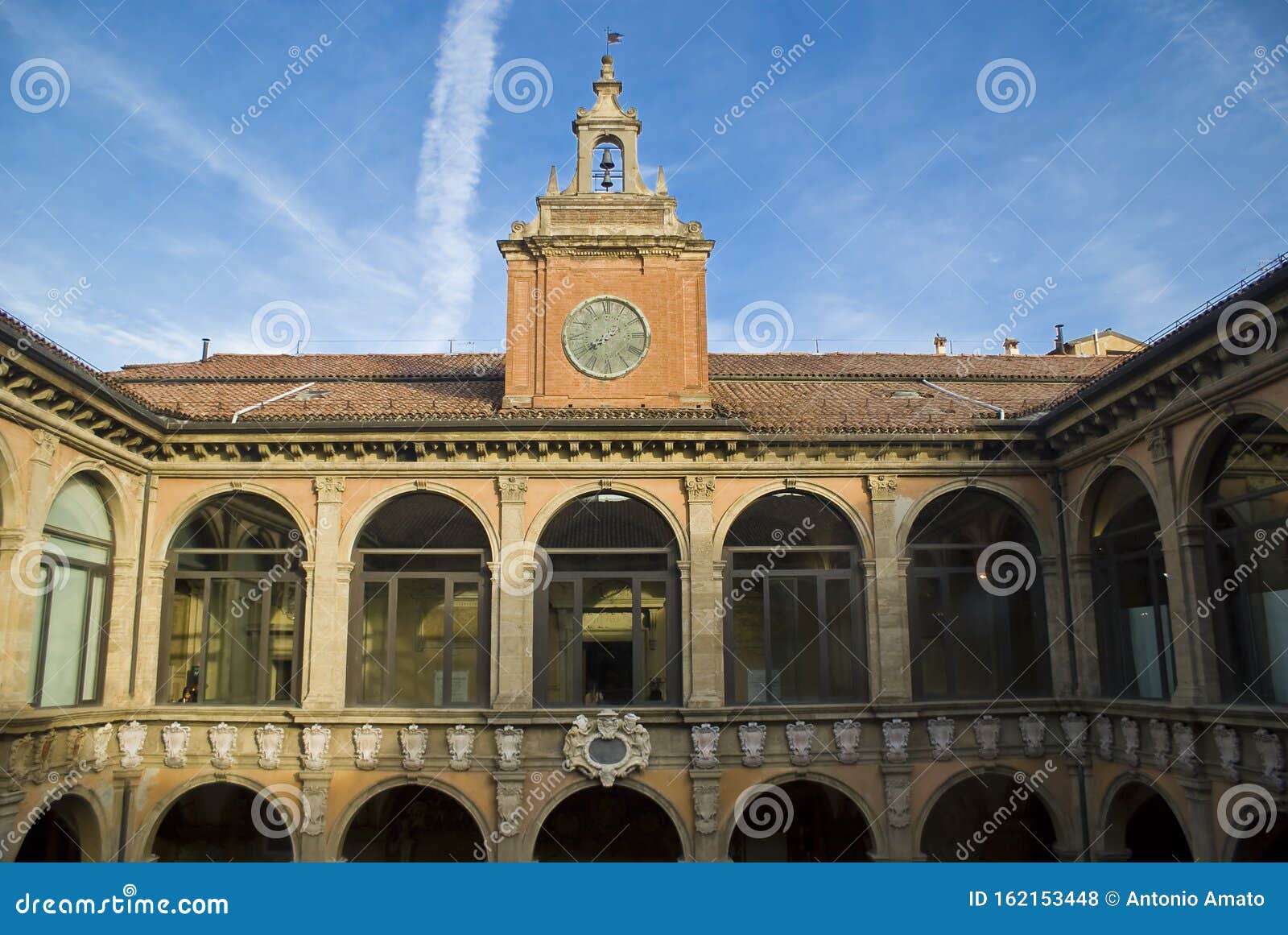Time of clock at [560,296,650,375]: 7:39
